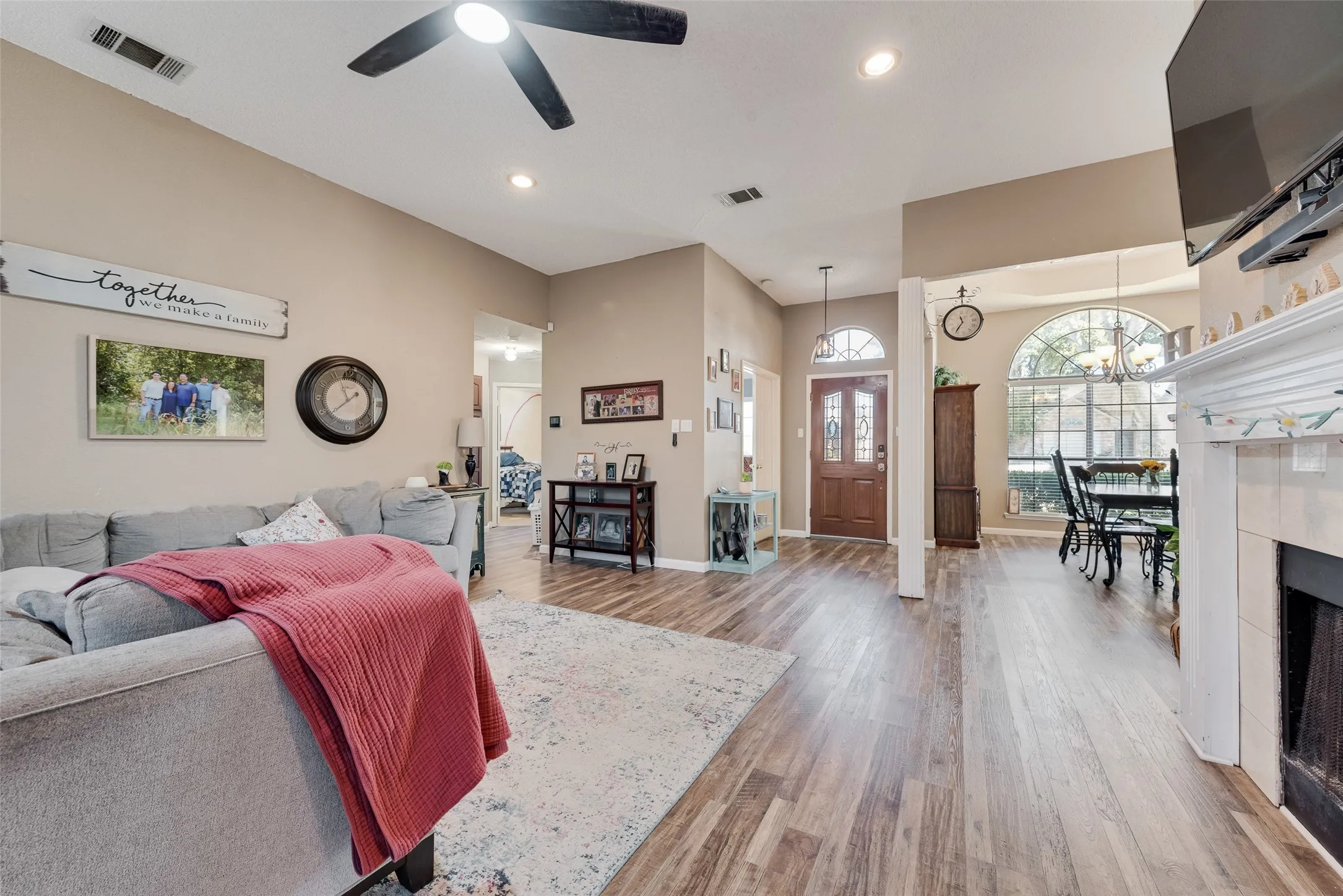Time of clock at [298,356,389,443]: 1:37
